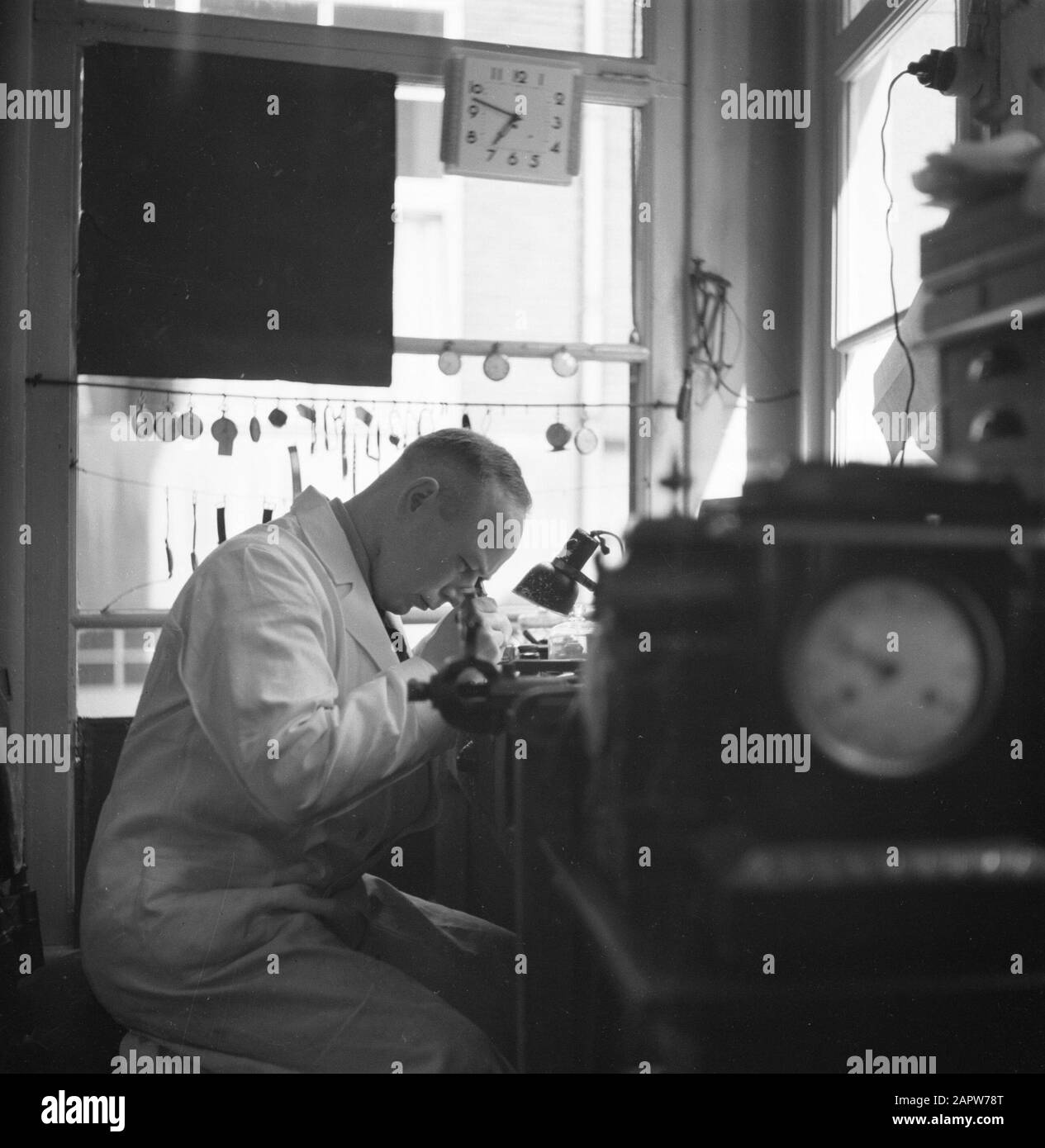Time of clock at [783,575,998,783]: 7:49
